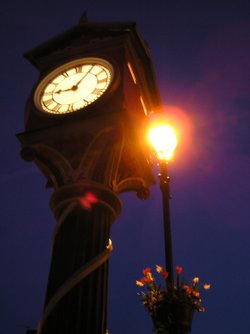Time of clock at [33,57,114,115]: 9:05
